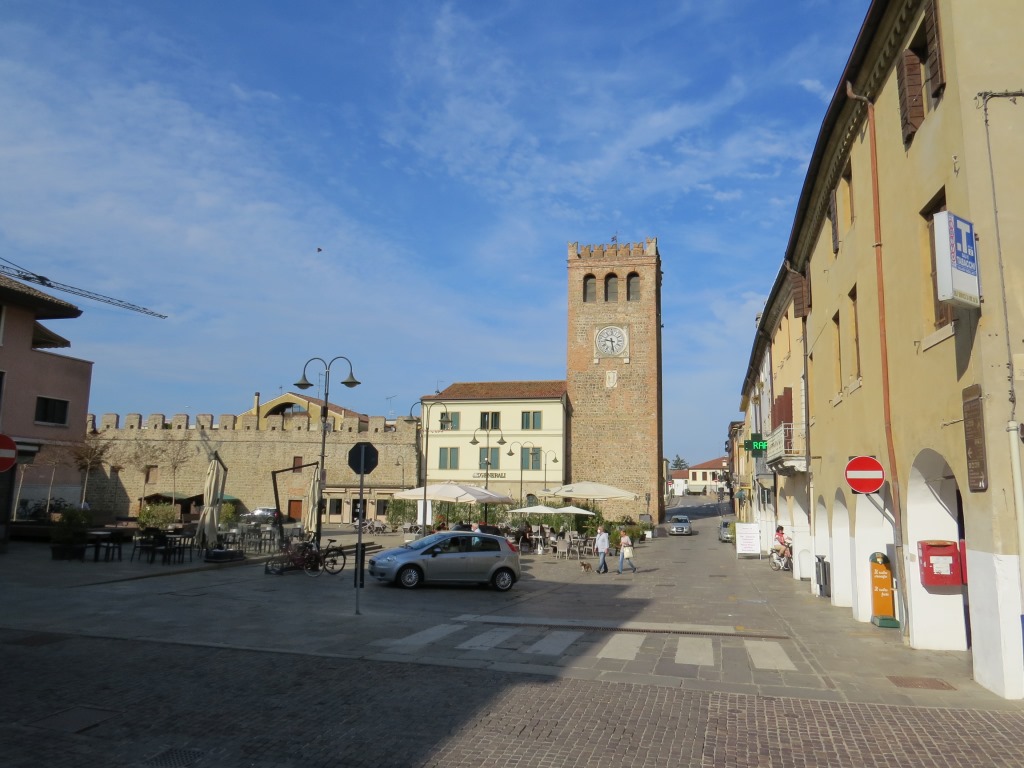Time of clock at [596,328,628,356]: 9:28
